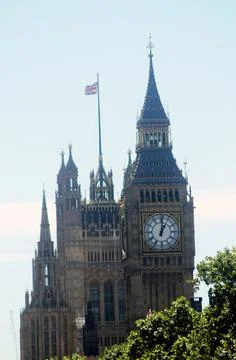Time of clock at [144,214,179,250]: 1:01
